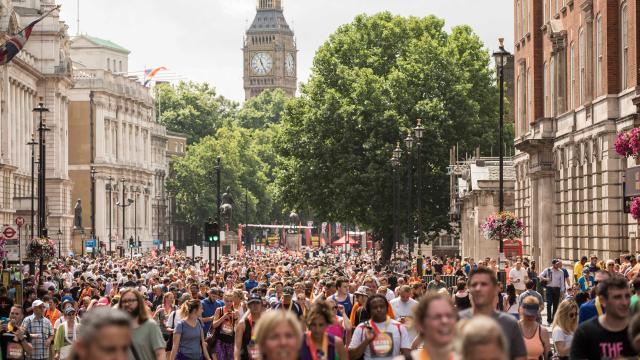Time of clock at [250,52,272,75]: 11:25
